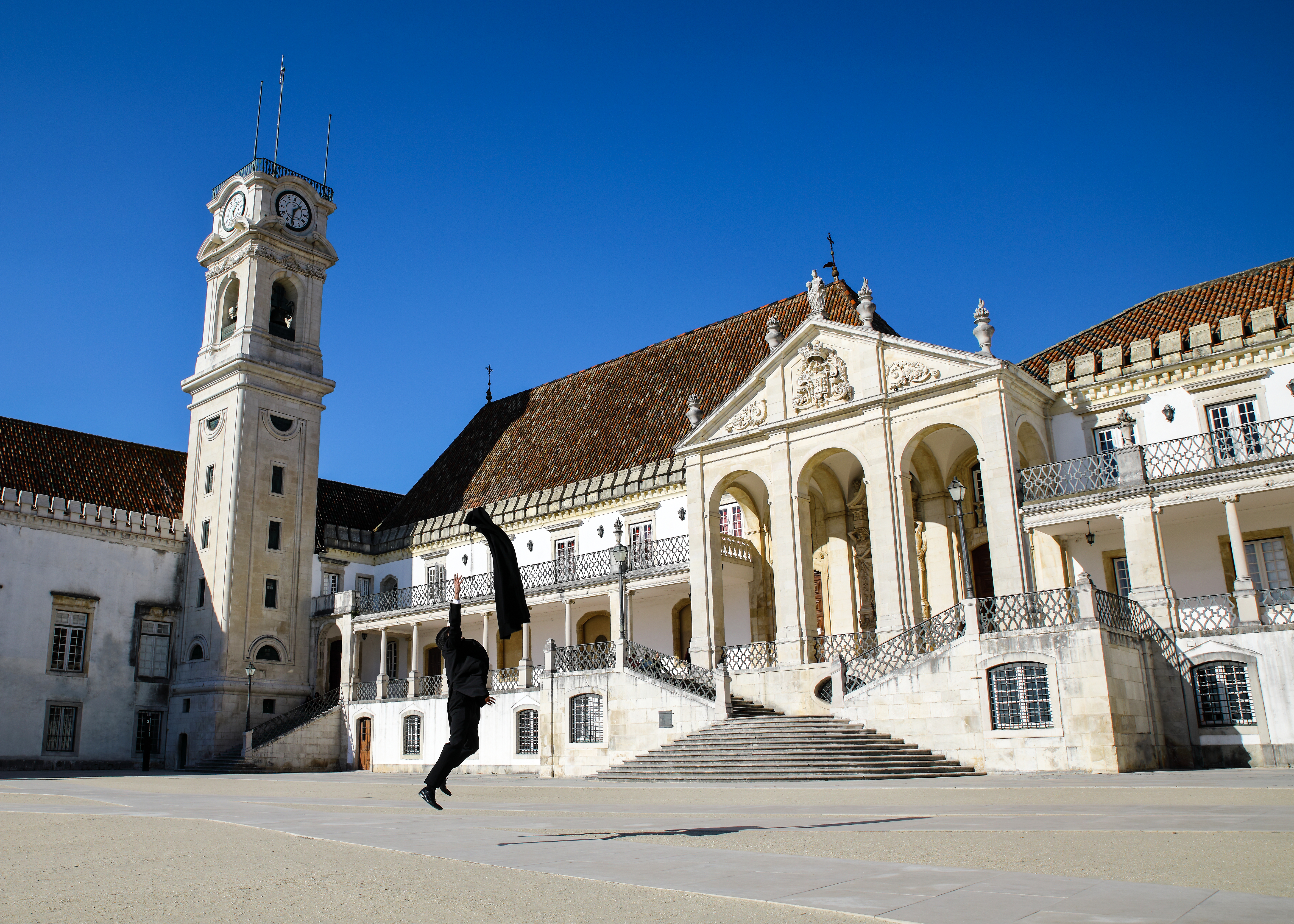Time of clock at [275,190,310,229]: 1:31
